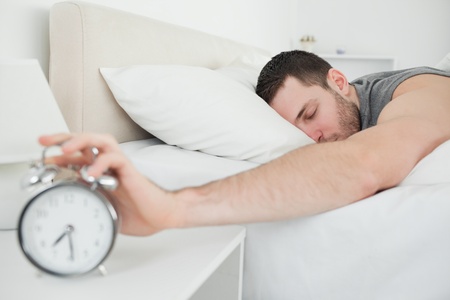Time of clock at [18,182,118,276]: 7:29
